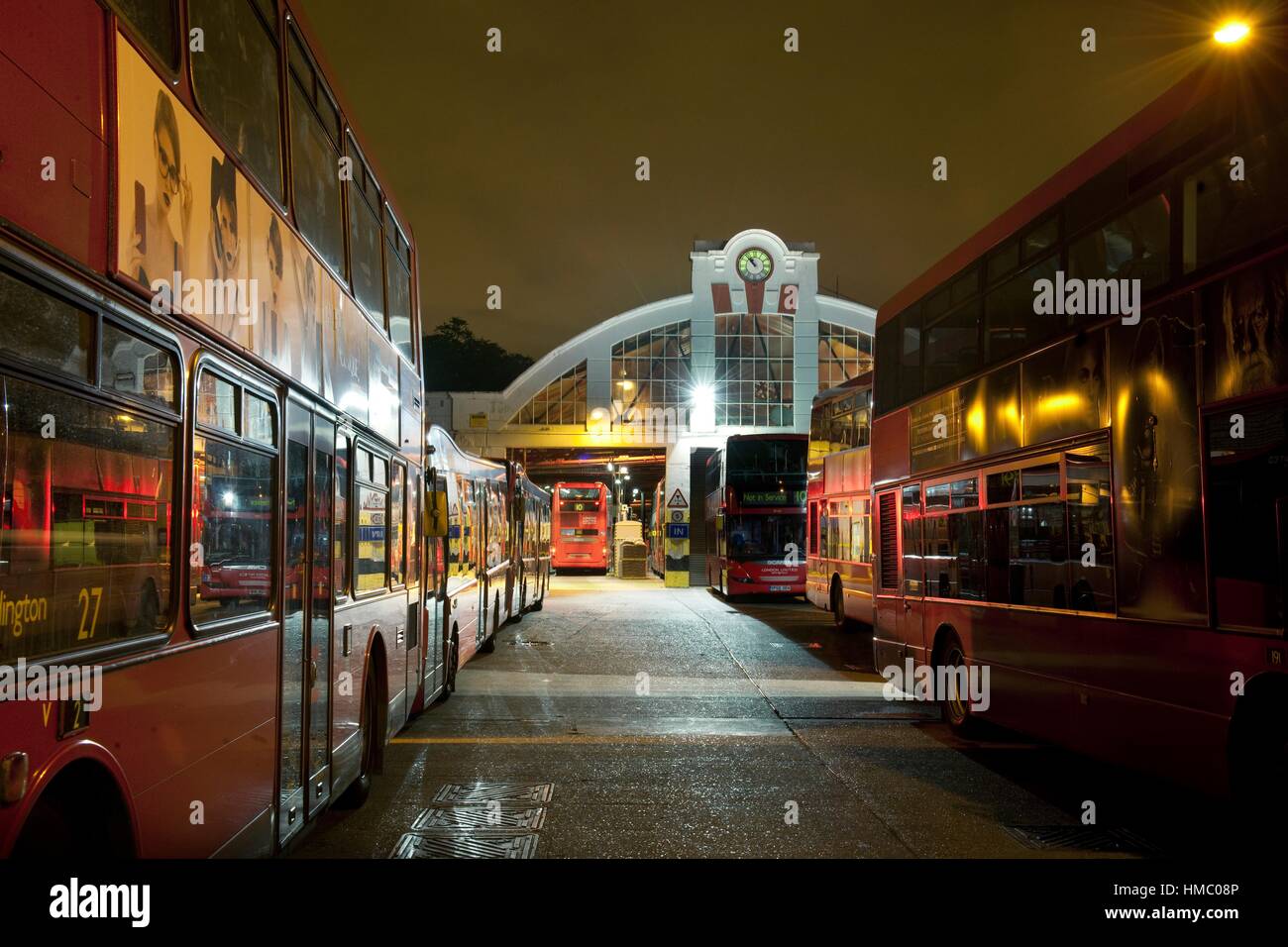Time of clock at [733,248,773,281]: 10:52
